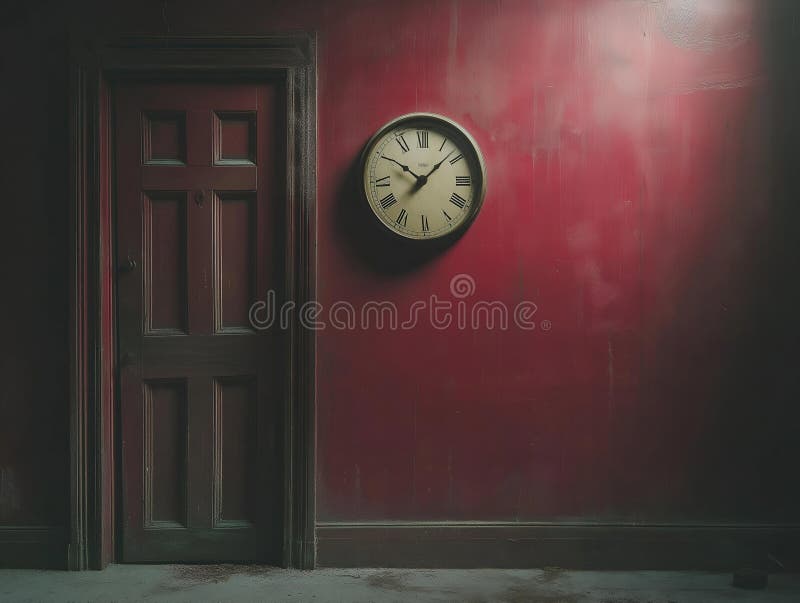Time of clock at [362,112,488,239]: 10:07
